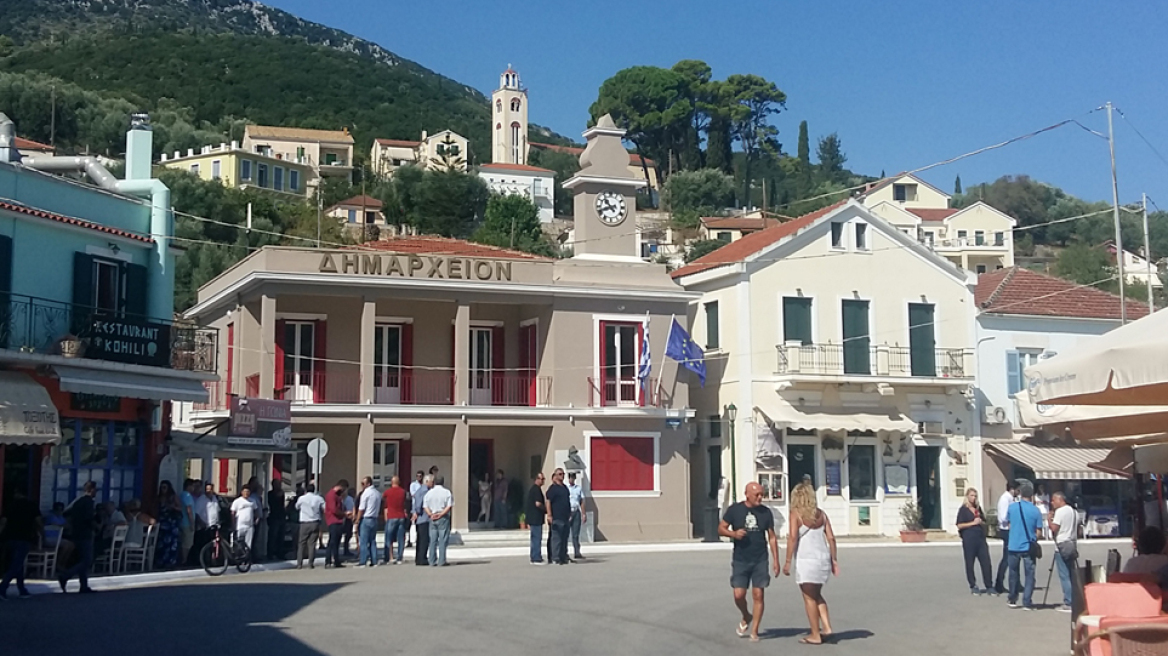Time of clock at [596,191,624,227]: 10:41
